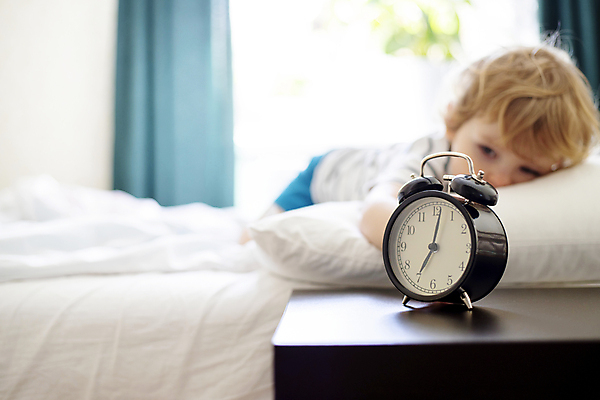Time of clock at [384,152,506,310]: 7:01
